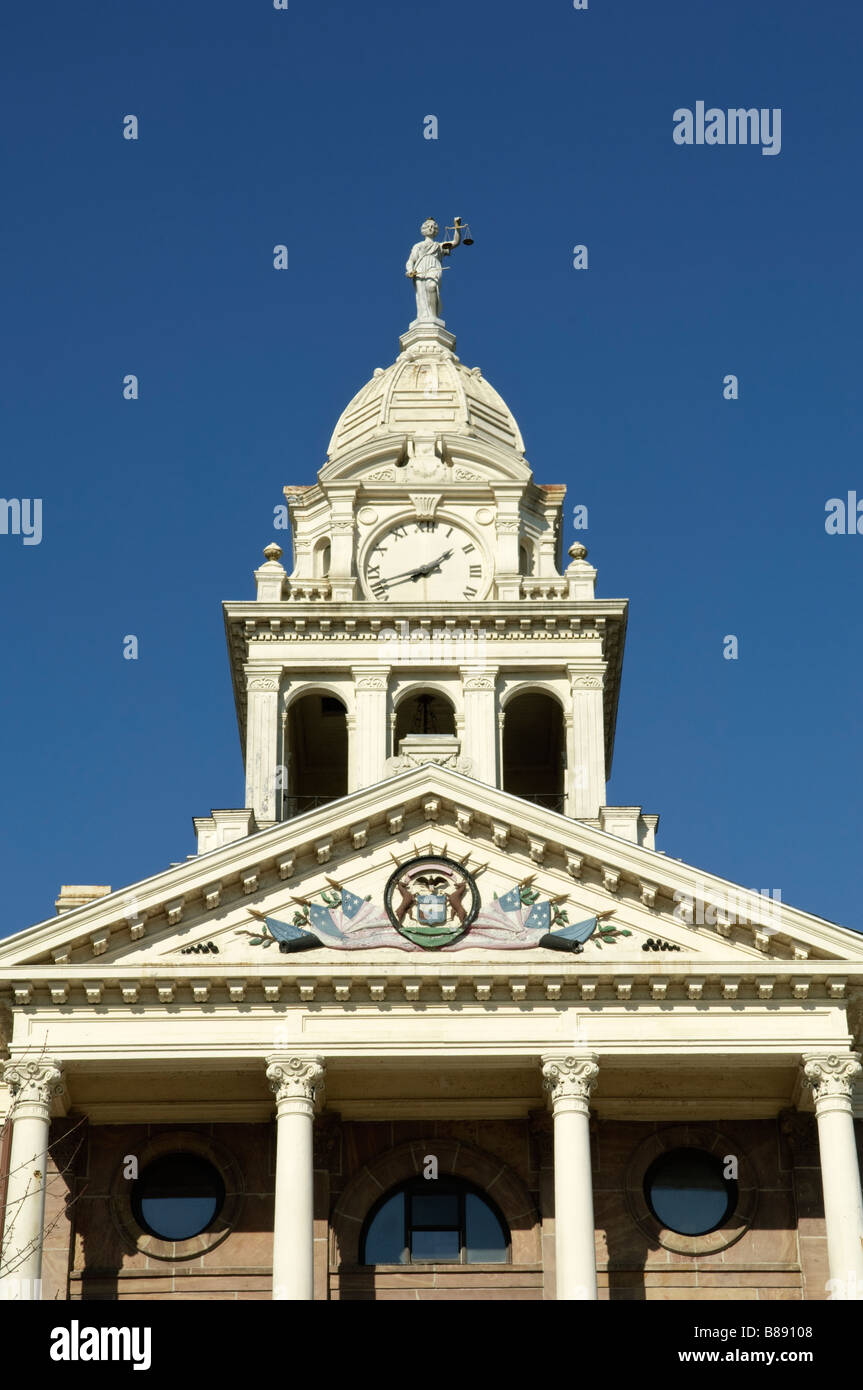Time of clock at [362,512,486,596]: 1:42
